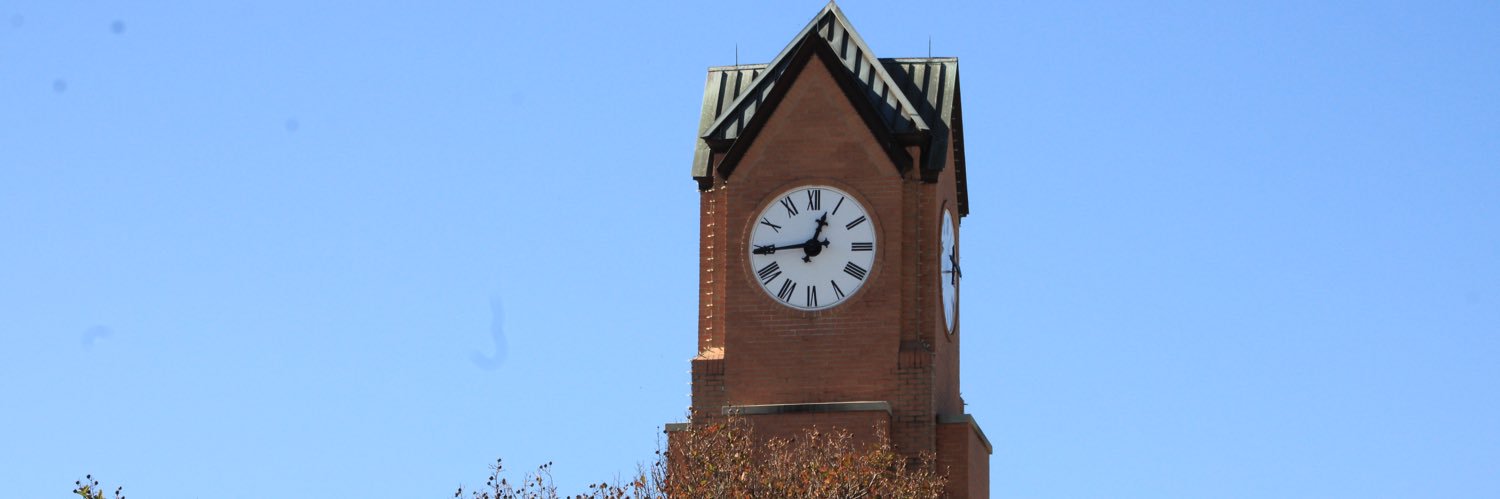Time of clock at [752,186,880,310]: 12:44
